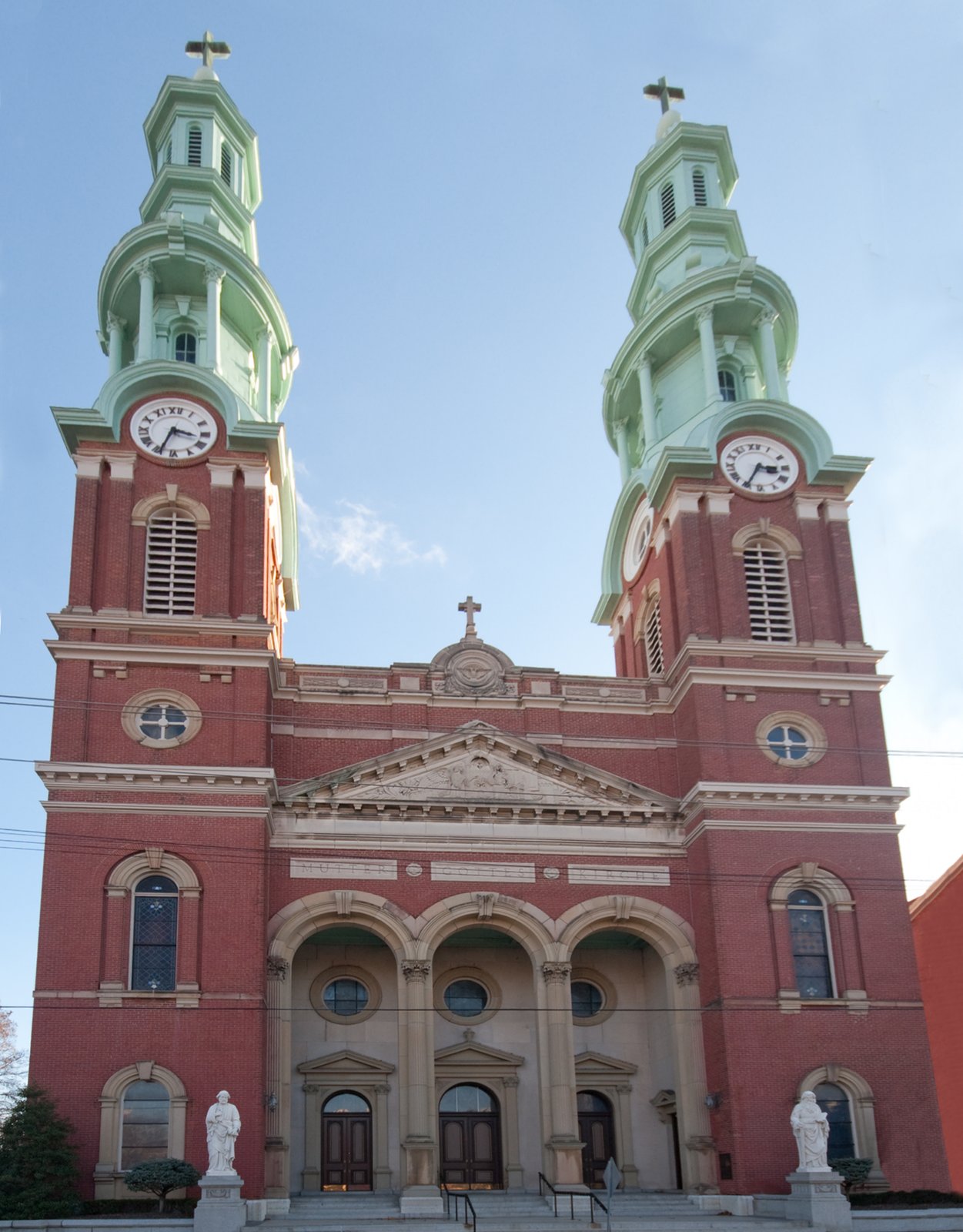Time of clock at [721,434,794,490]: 3:34
